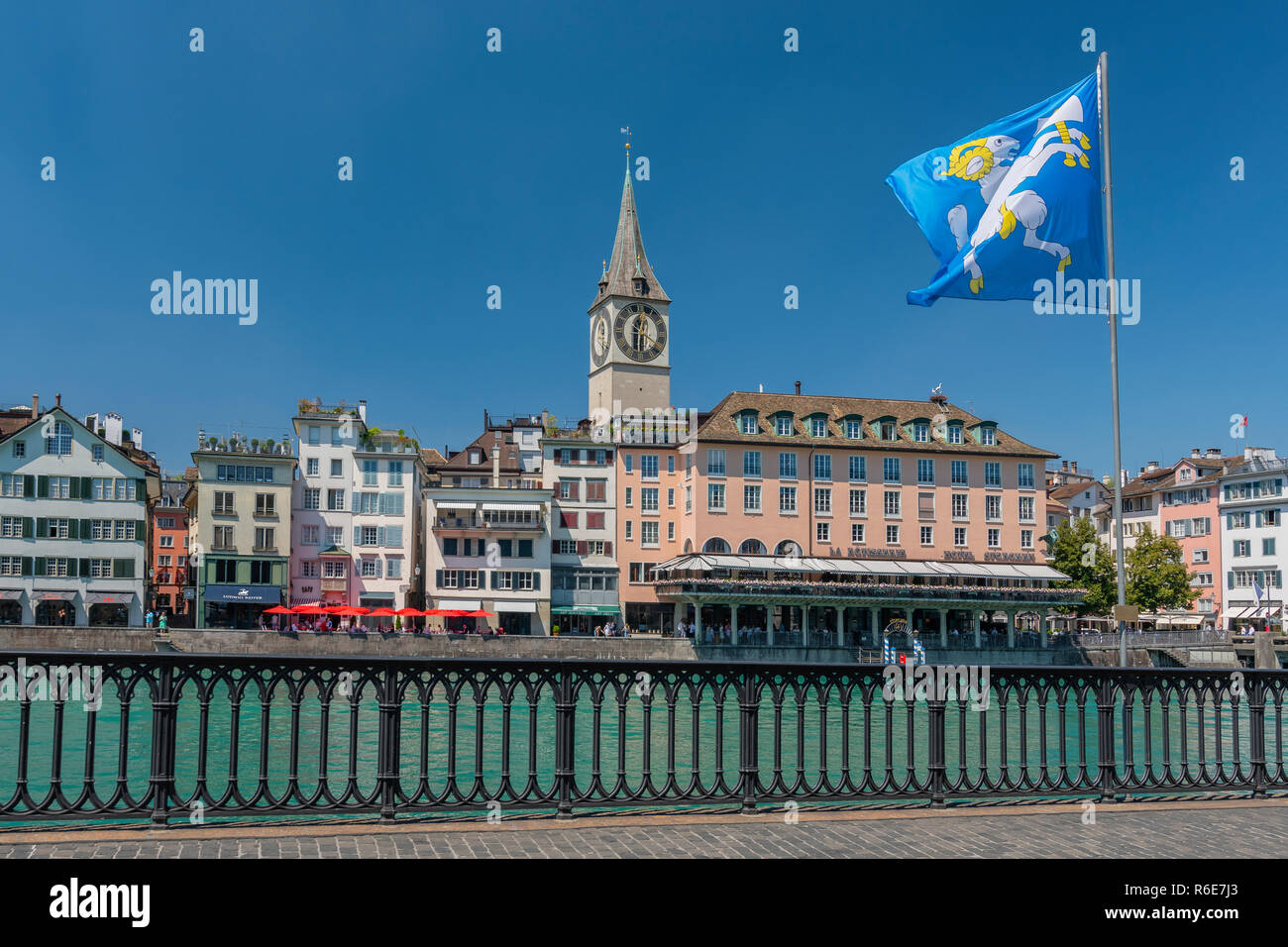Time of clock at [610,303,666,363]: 12:30
